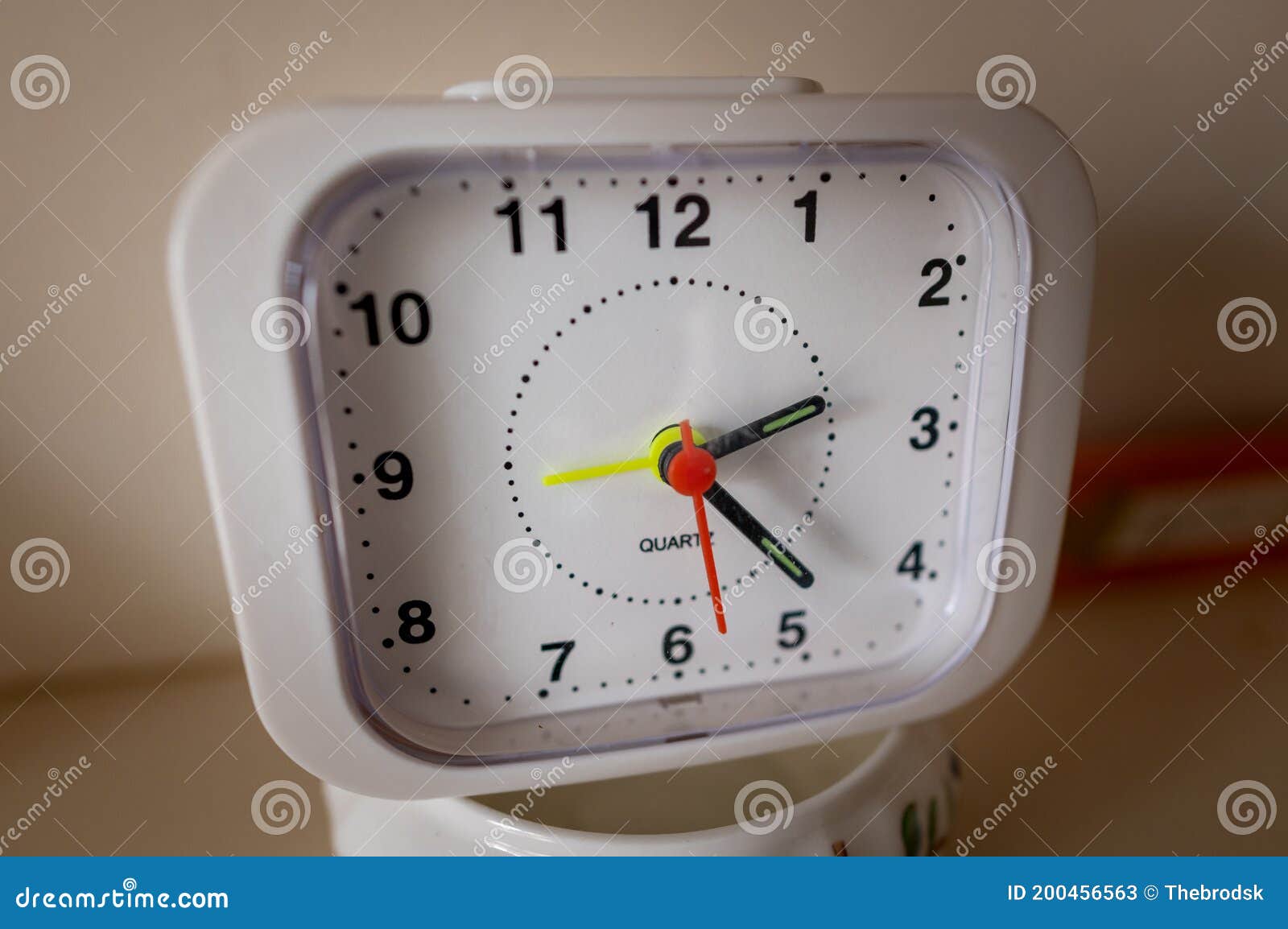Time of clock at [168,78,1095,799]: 2:22
